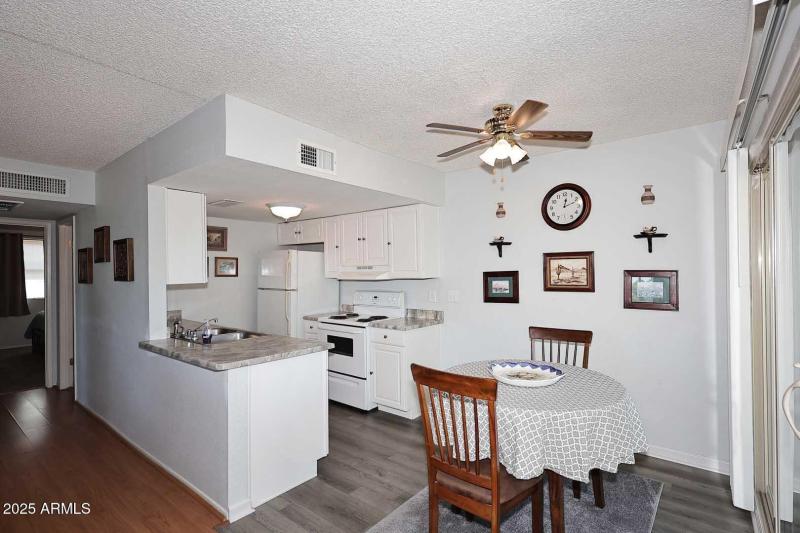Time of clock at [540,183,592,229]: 12:11
